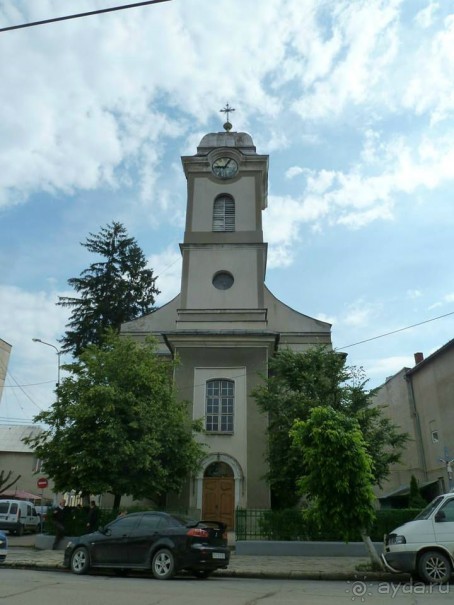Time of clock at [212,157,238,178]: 9:05
